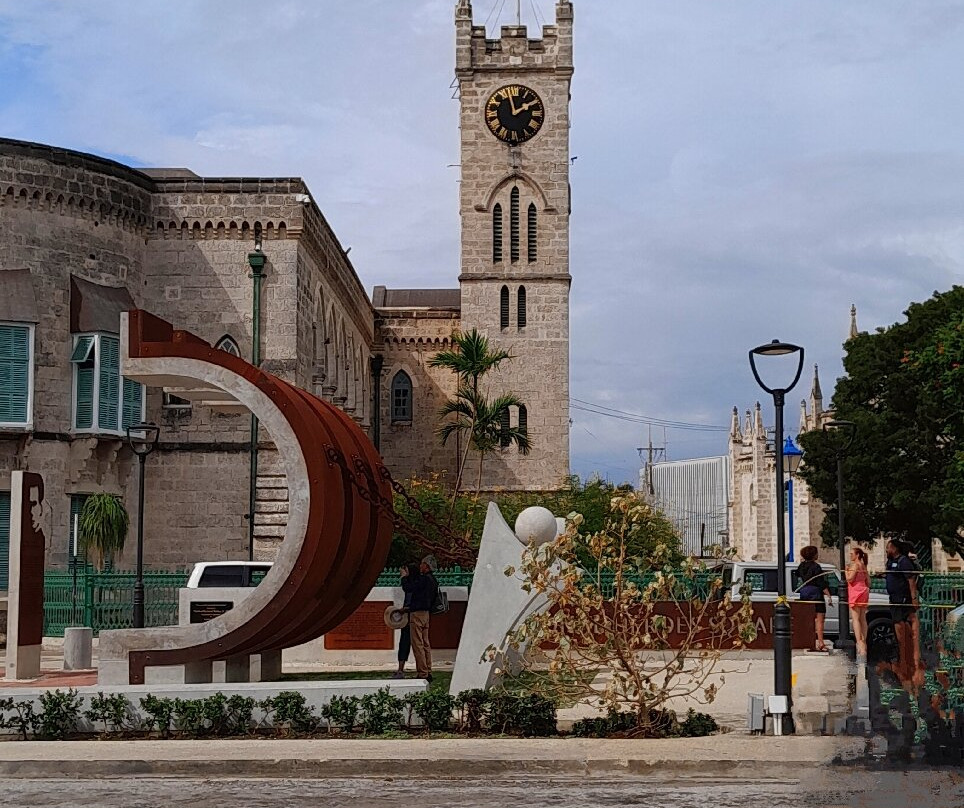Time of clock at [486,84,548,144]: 1:57
